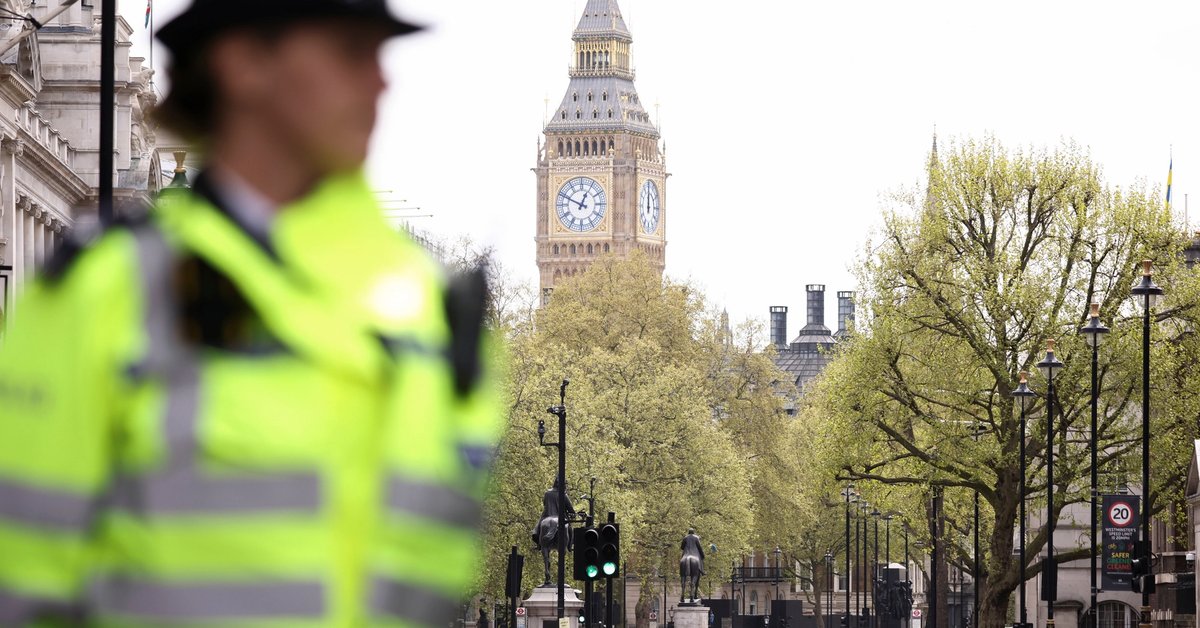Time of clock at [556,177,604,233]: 12:49
